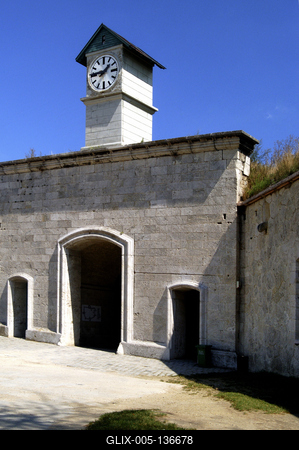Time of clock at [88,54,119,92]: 1:45
